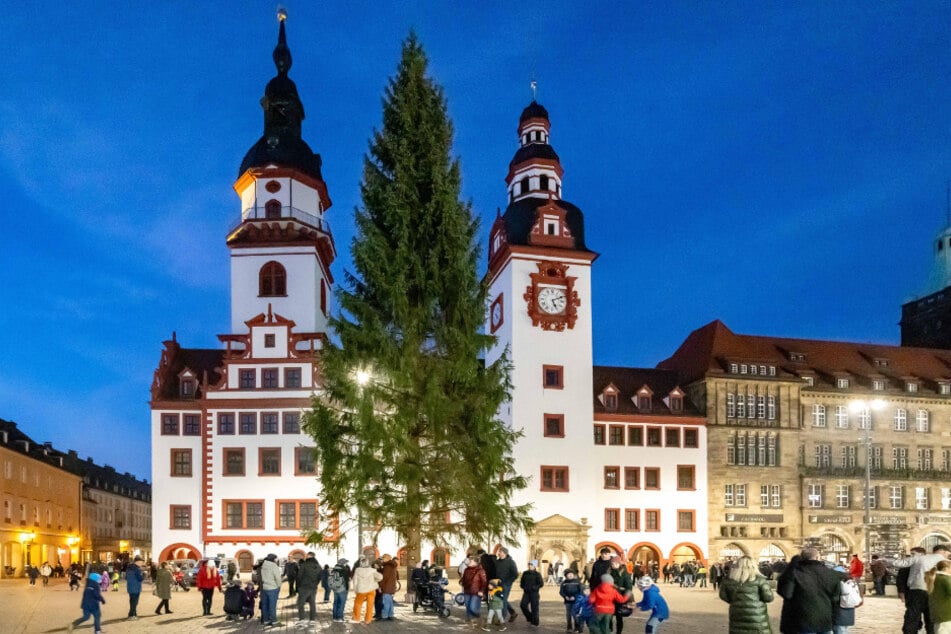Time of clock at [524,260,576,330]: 5:11
